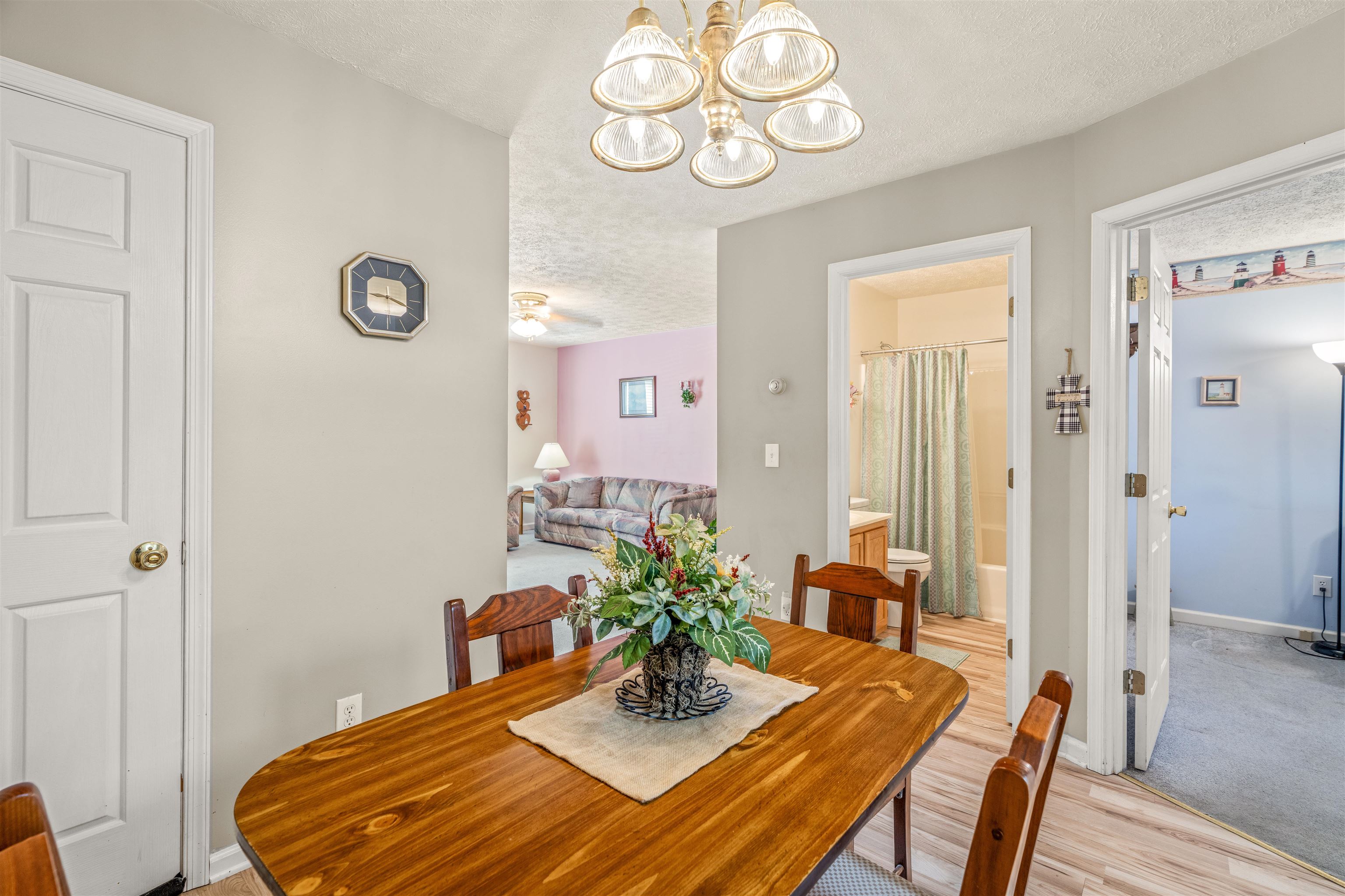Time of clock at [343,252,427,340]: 3:45
